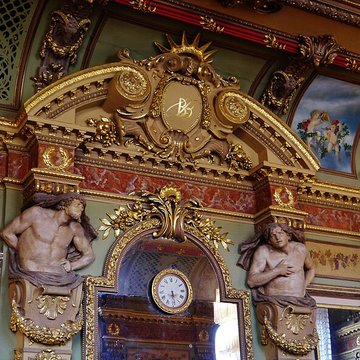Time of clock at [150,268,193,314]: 5:29
